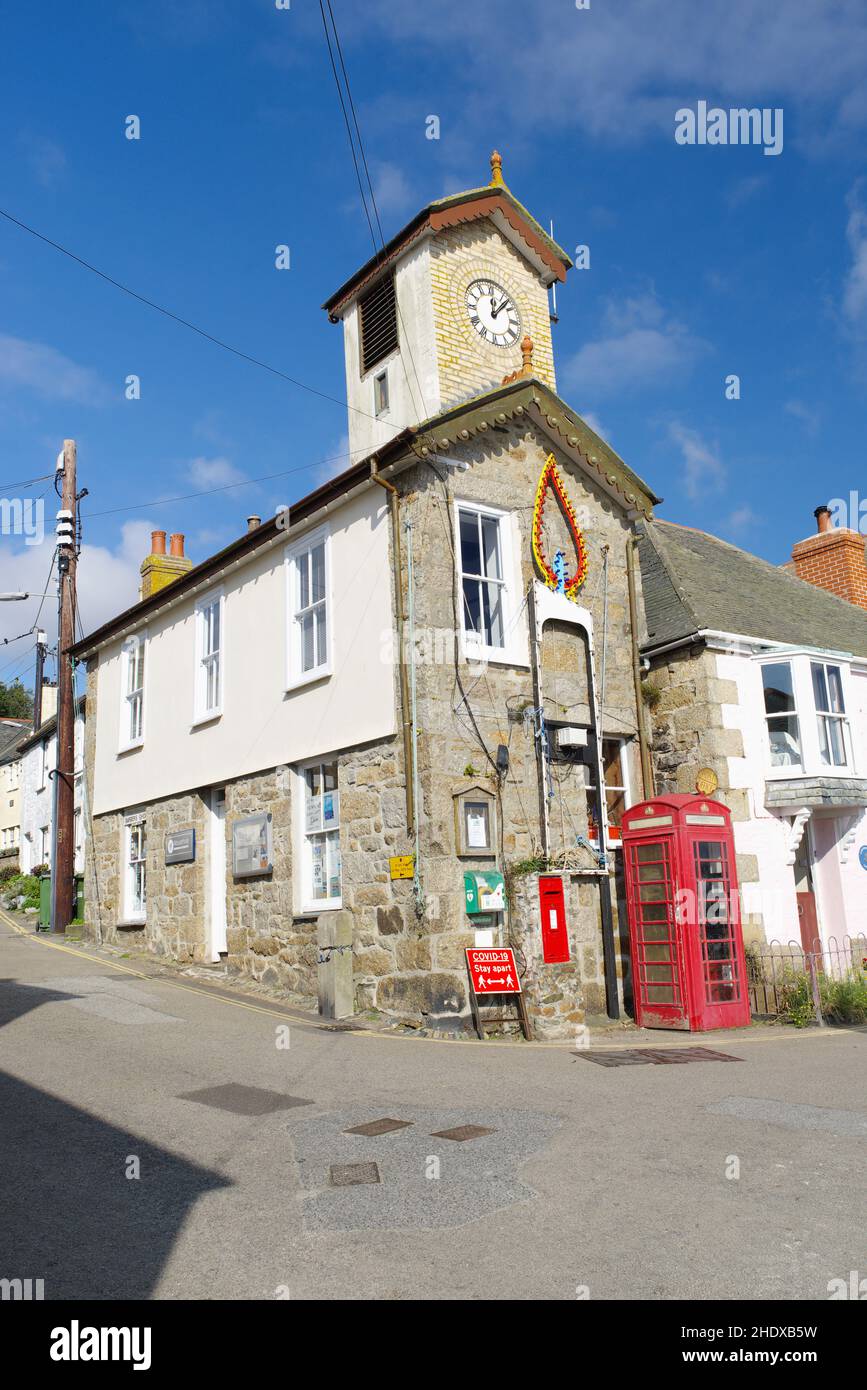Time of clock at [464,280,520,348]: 12:07
